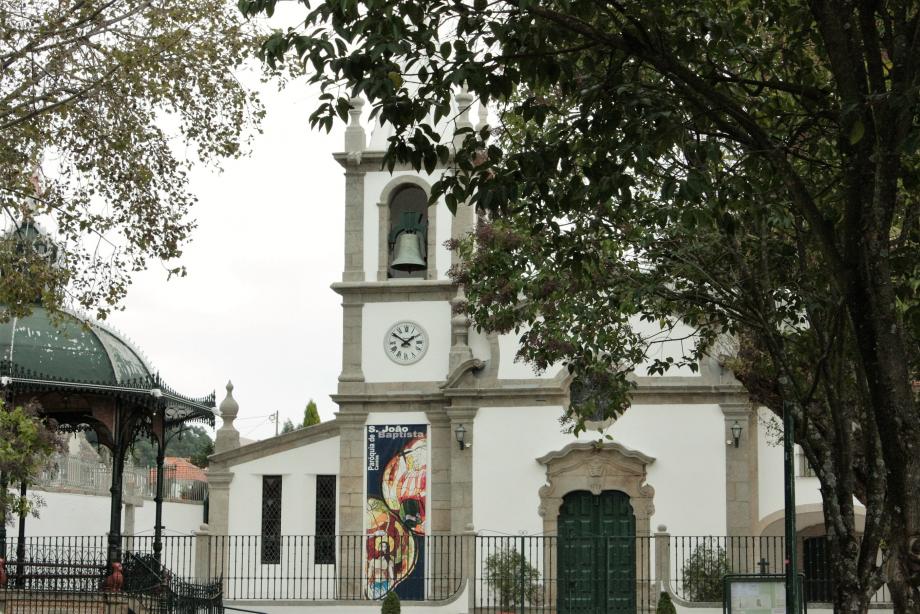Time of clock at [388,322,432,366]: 1:50
